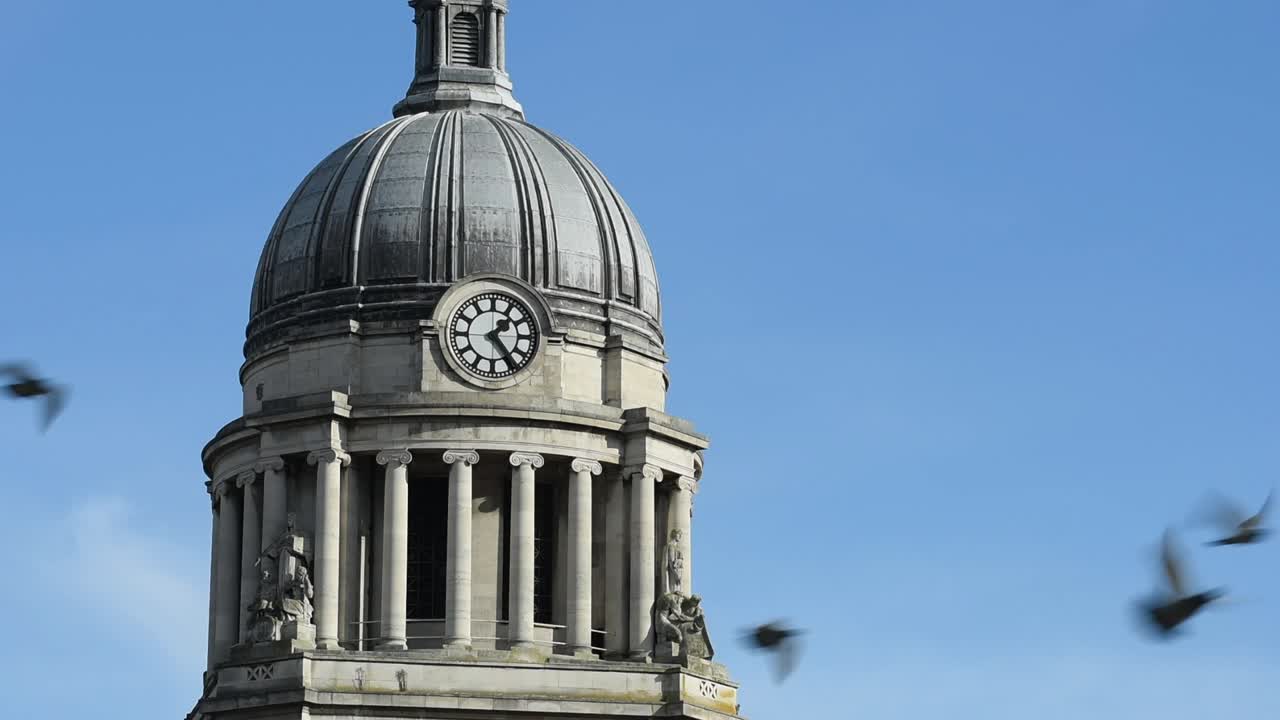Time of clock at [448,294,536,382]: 1:23
